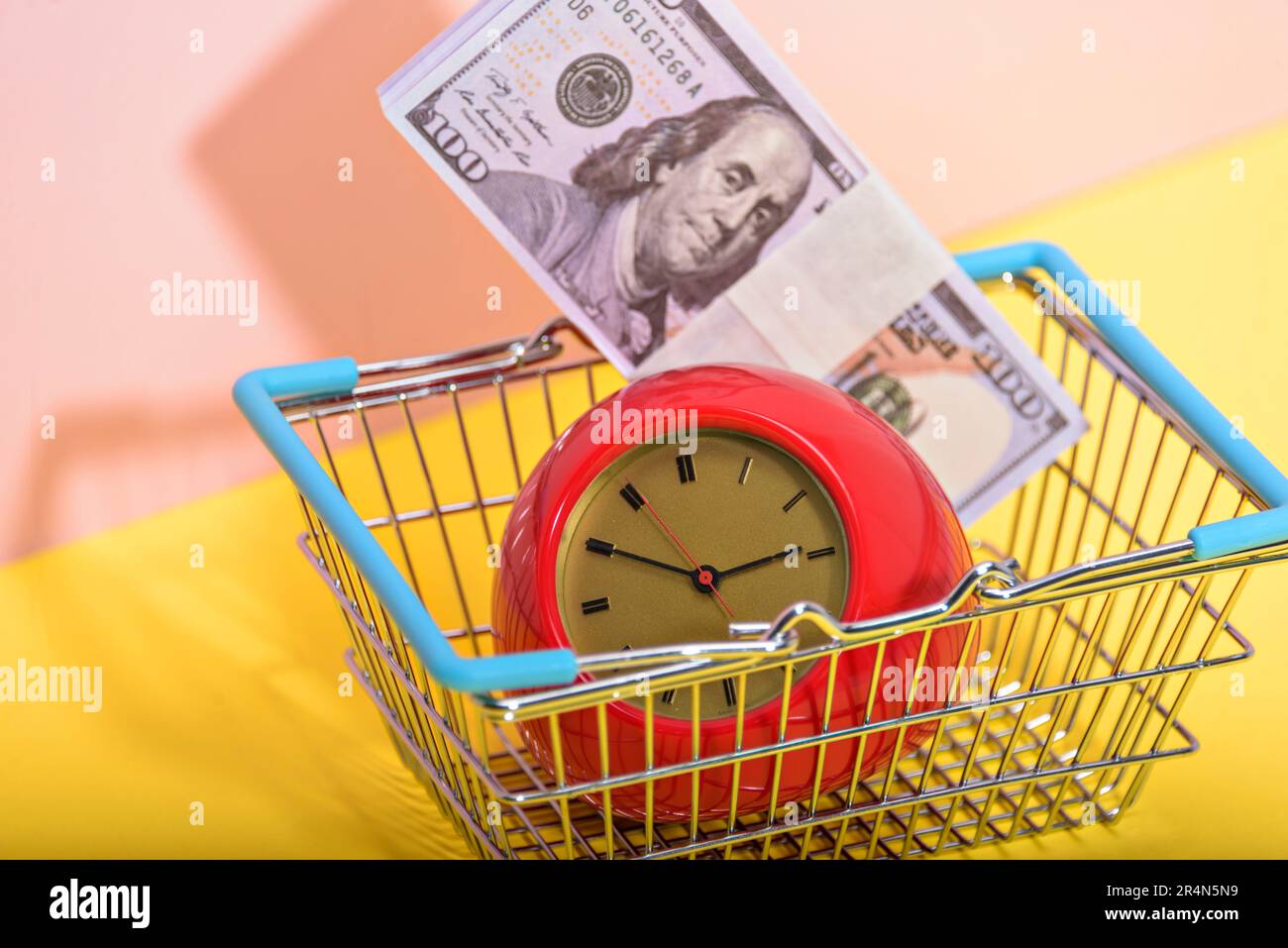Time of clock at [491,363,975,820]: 2:49
